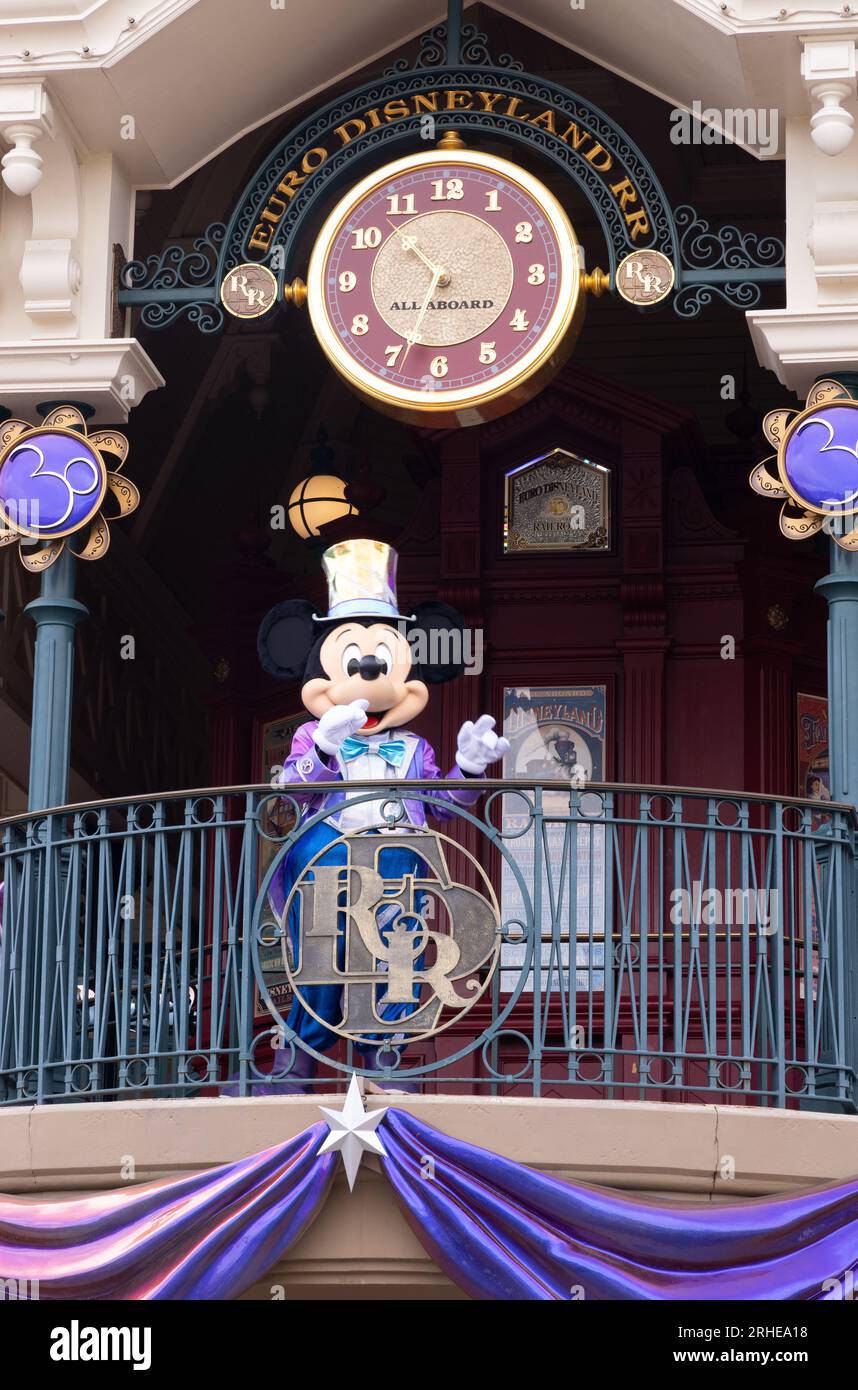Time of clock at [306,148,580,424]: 10:33
